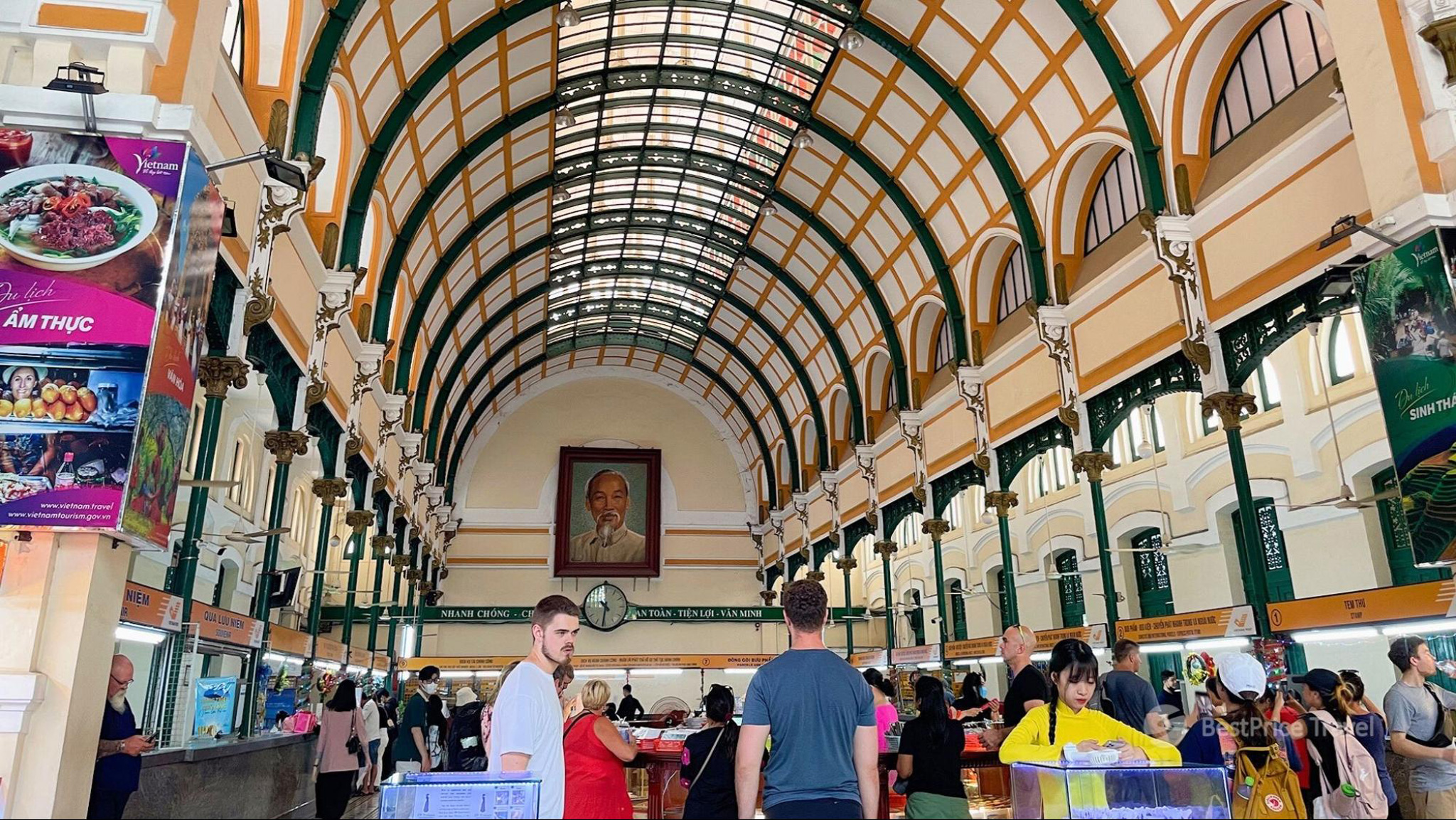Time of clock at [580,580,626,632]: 10:31
